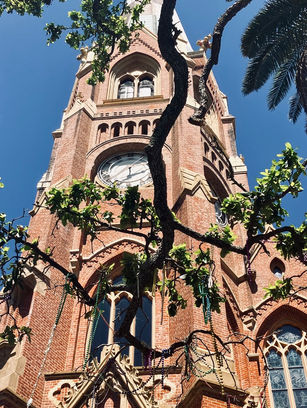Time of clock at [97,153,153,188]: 12:11
